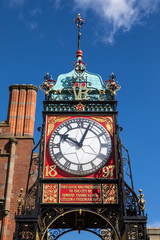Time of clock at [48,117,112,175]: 10:03
